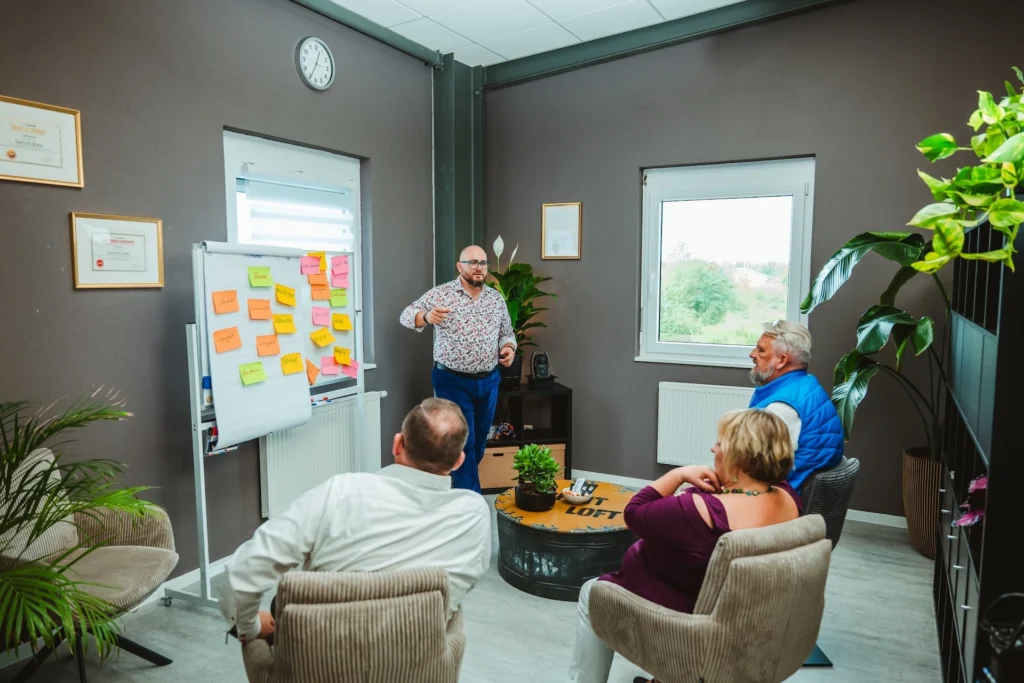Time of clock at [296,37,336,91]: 12:34
